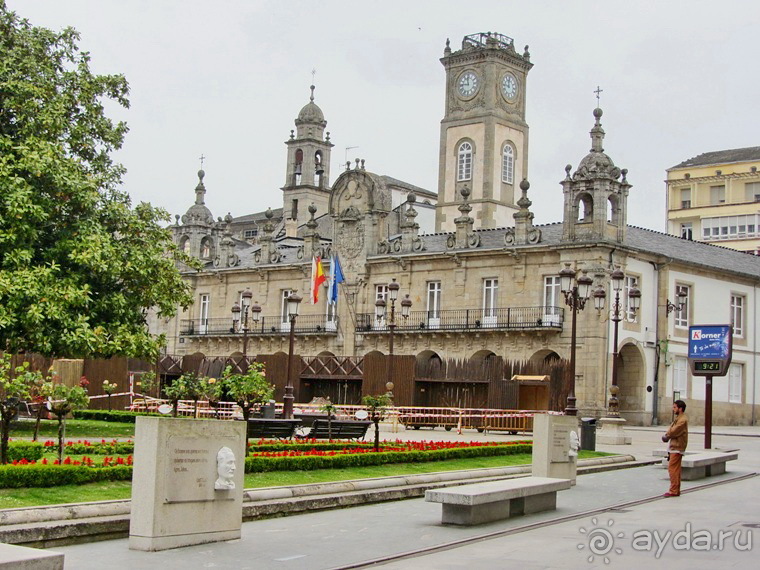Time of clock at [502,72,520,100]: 11:46
